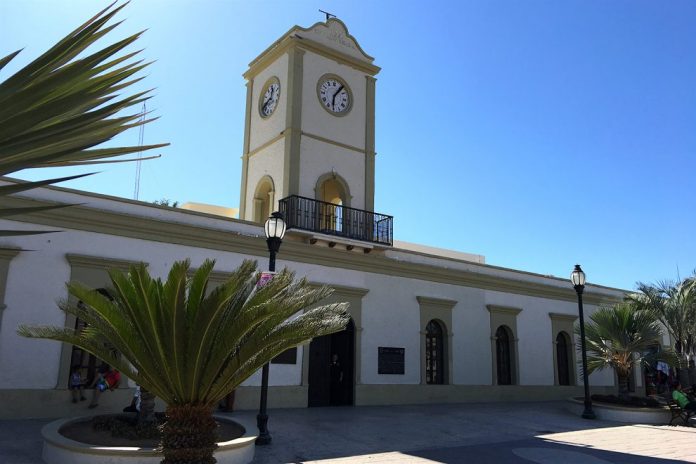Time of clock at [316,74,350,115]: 6:06
